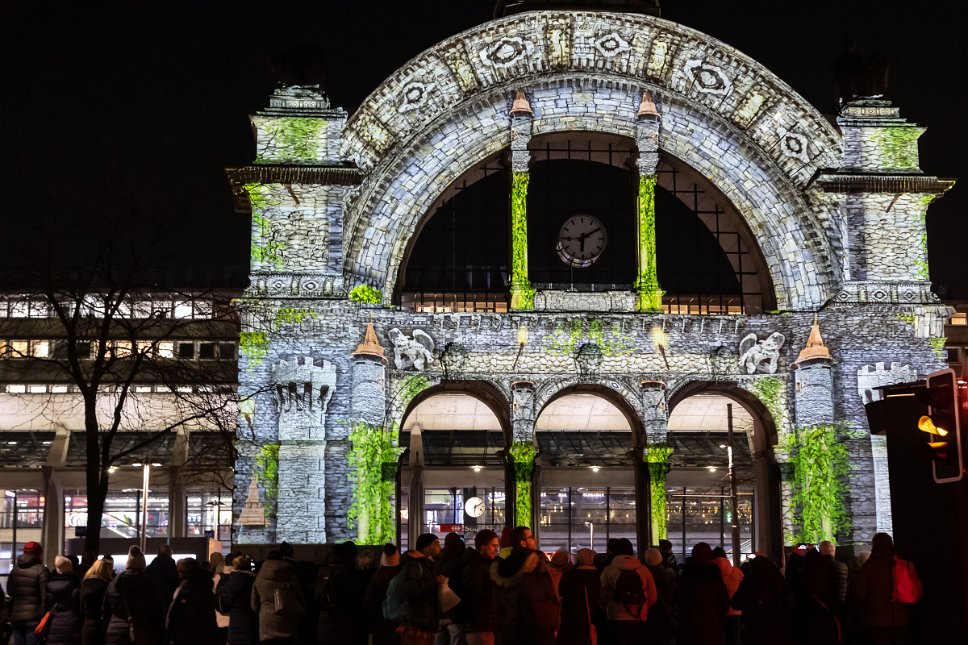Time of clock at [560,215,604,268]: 6:09
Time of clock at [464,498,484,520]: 6:10
